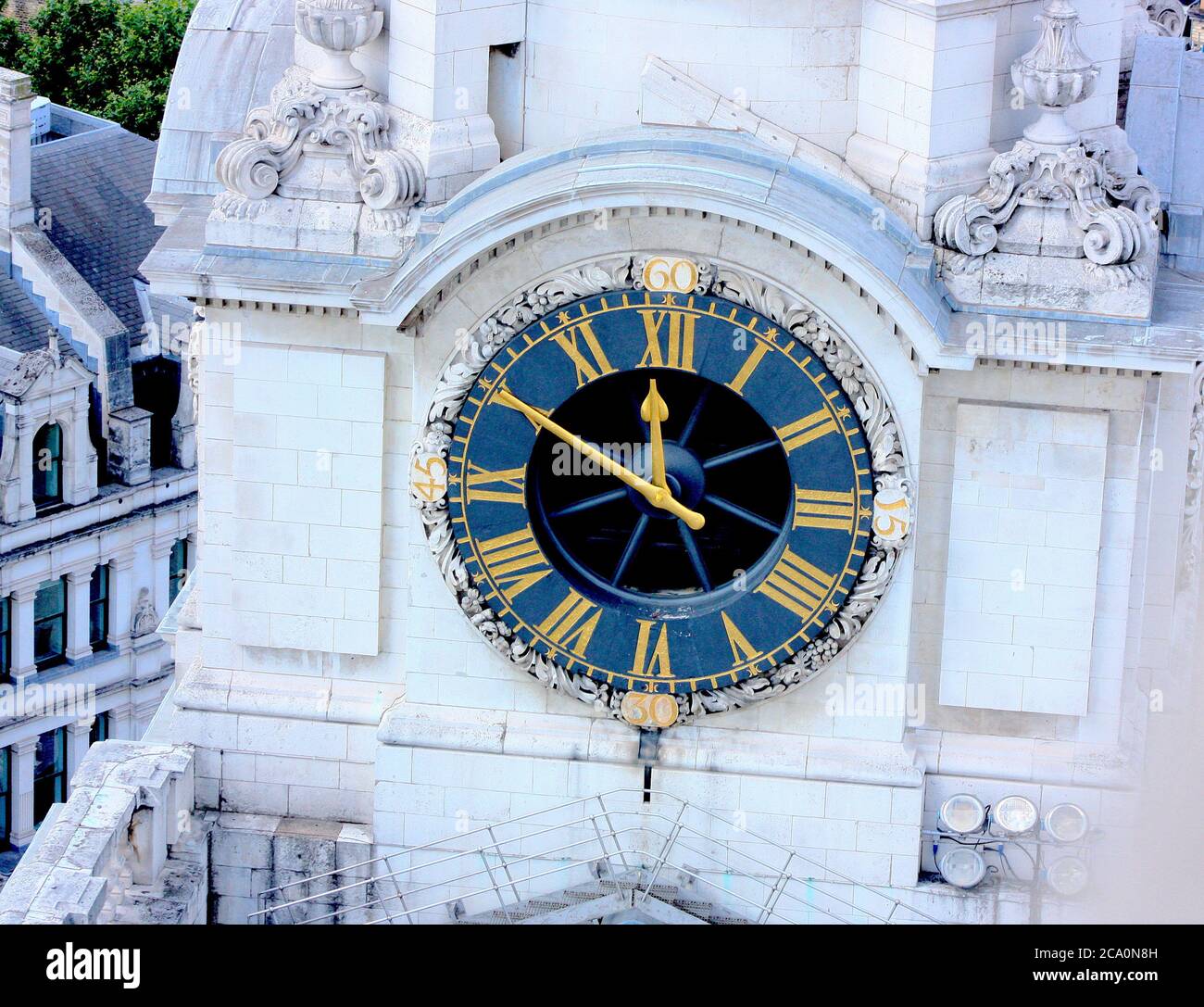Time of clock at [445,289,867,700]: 11:49
